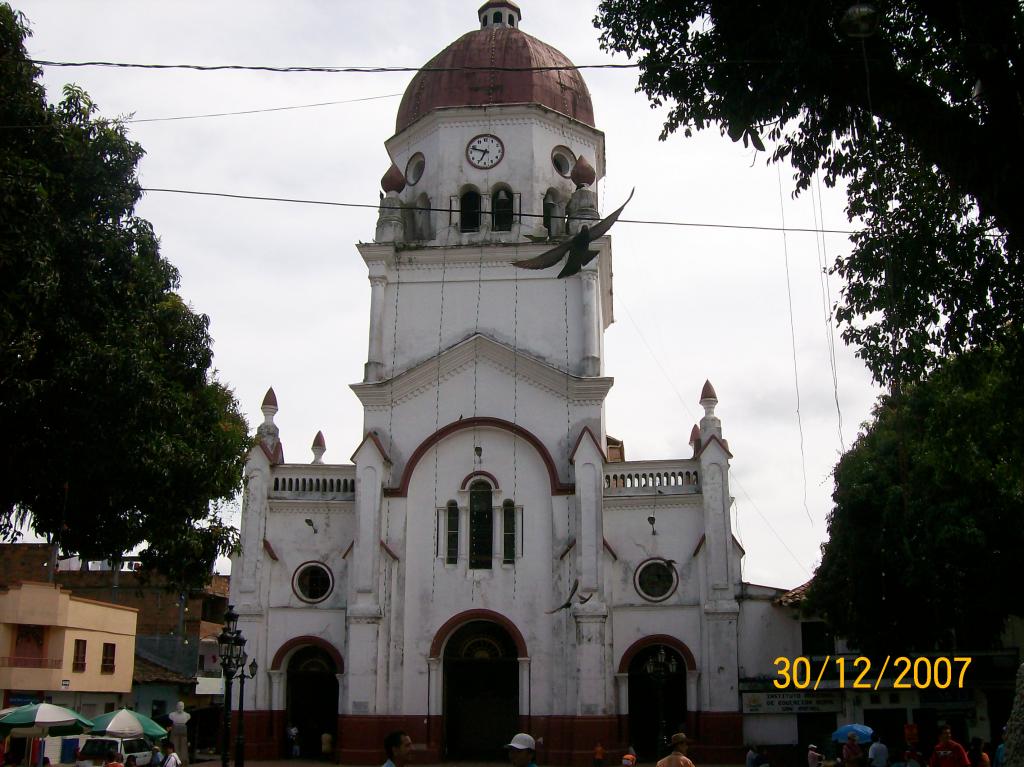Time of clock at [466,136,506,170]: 6:47
